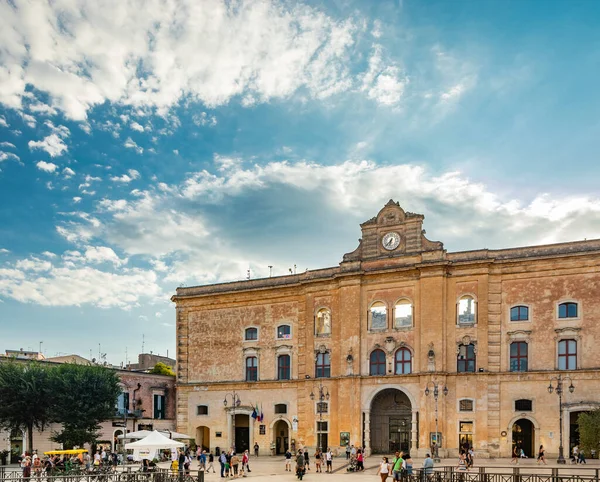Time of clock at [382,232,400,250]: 6:37
